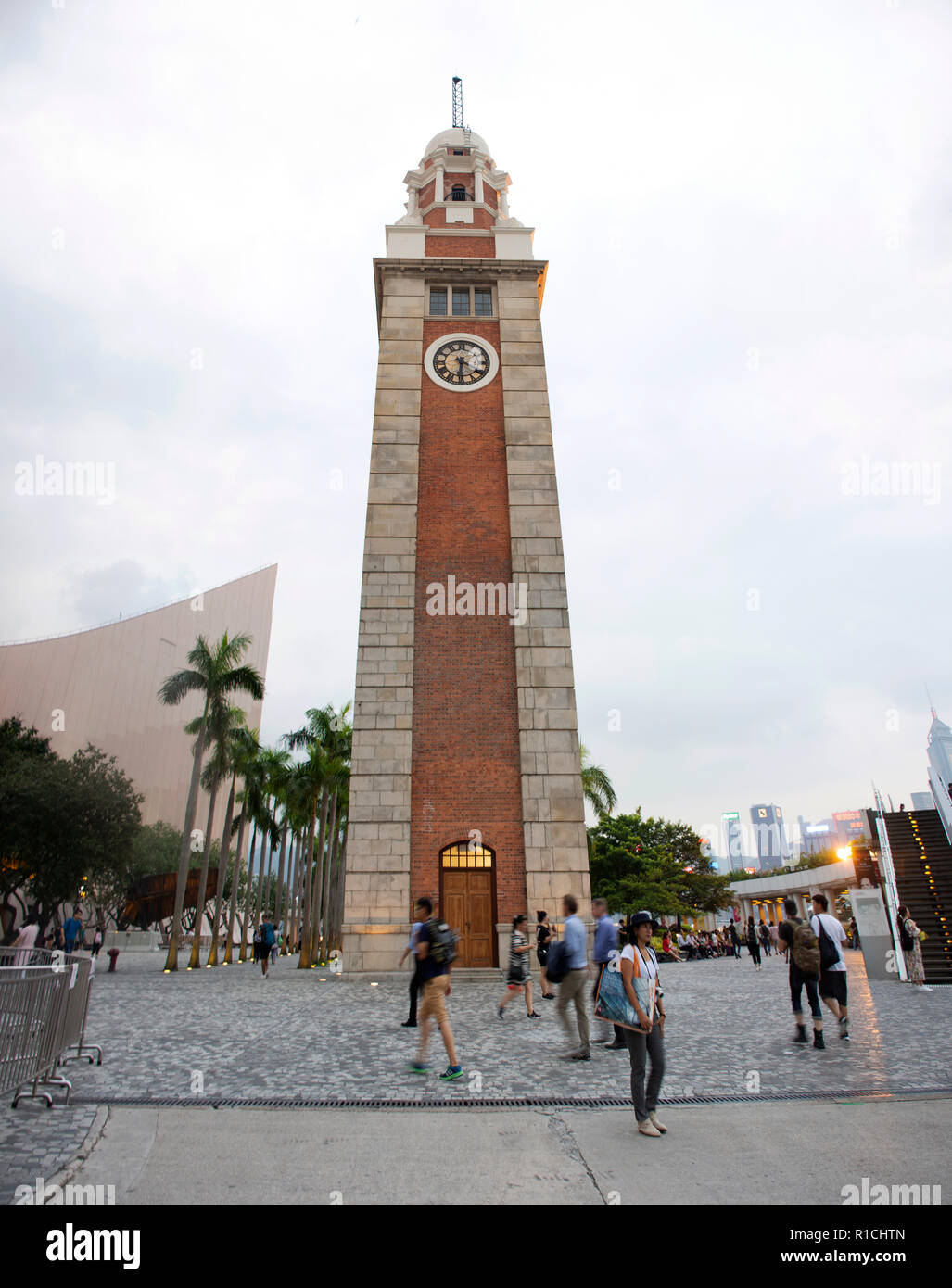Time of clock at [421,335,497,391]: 6:20
